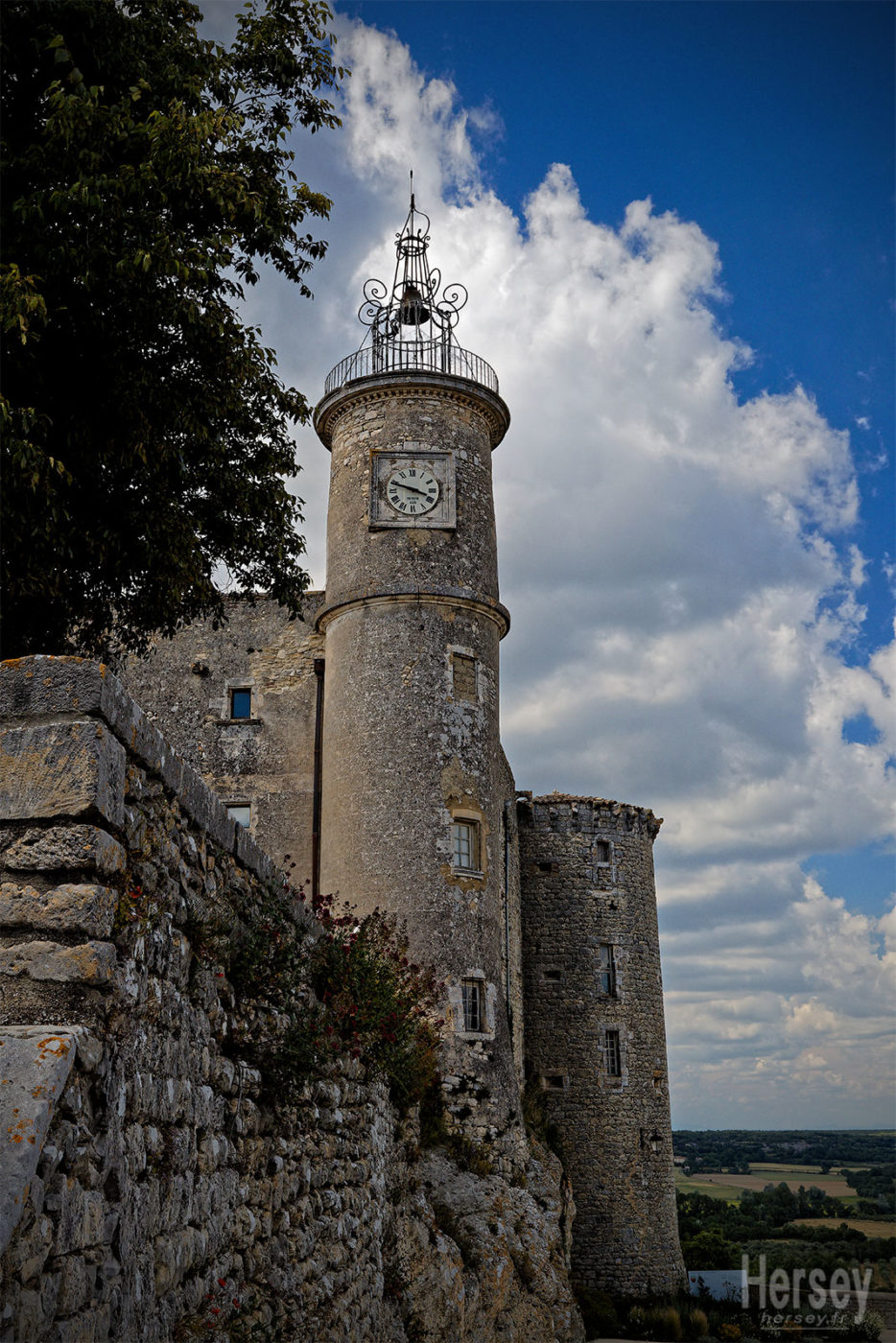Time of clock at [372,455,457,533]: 3:48
